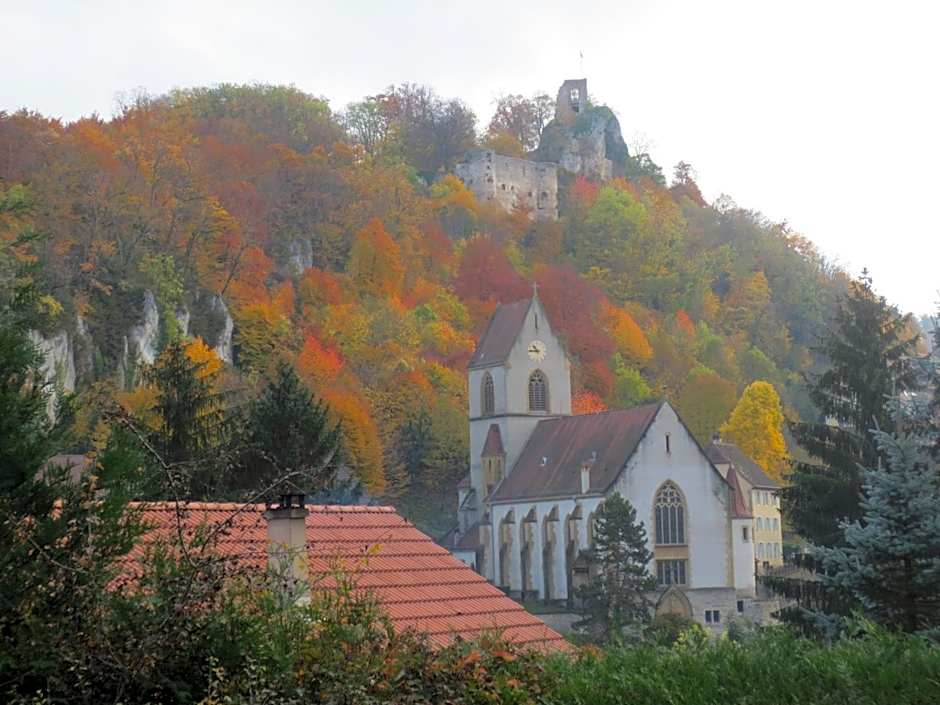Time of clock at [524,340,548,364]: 10:45
